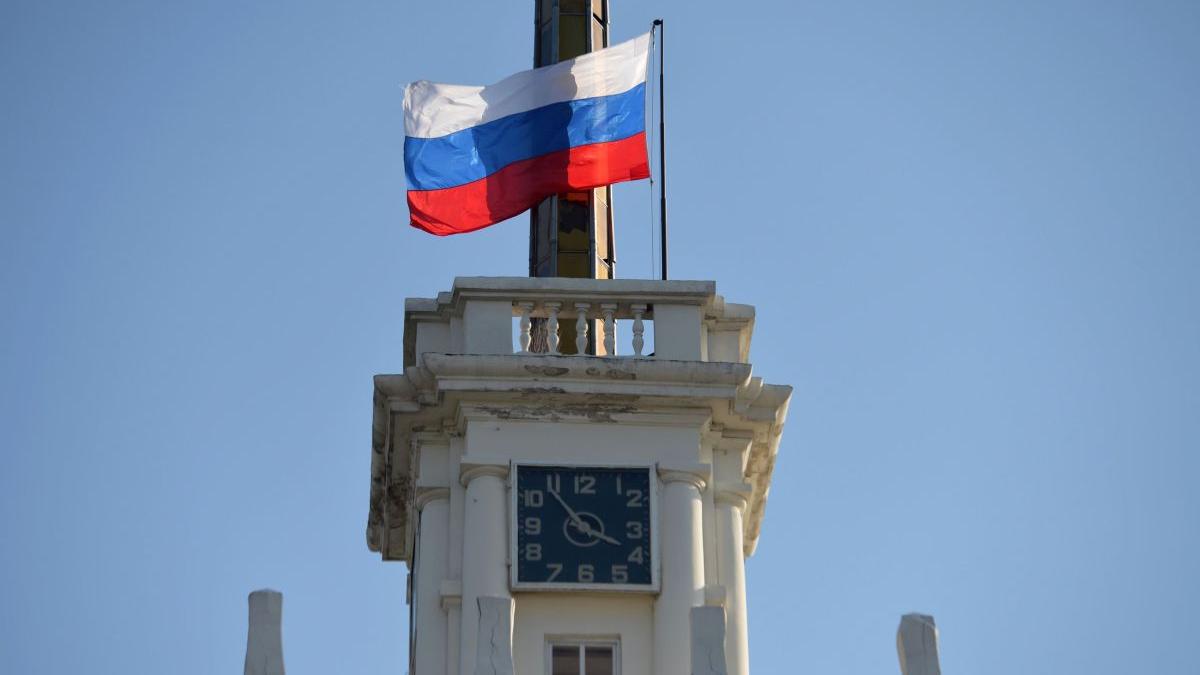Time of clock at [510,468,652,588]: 3:53
